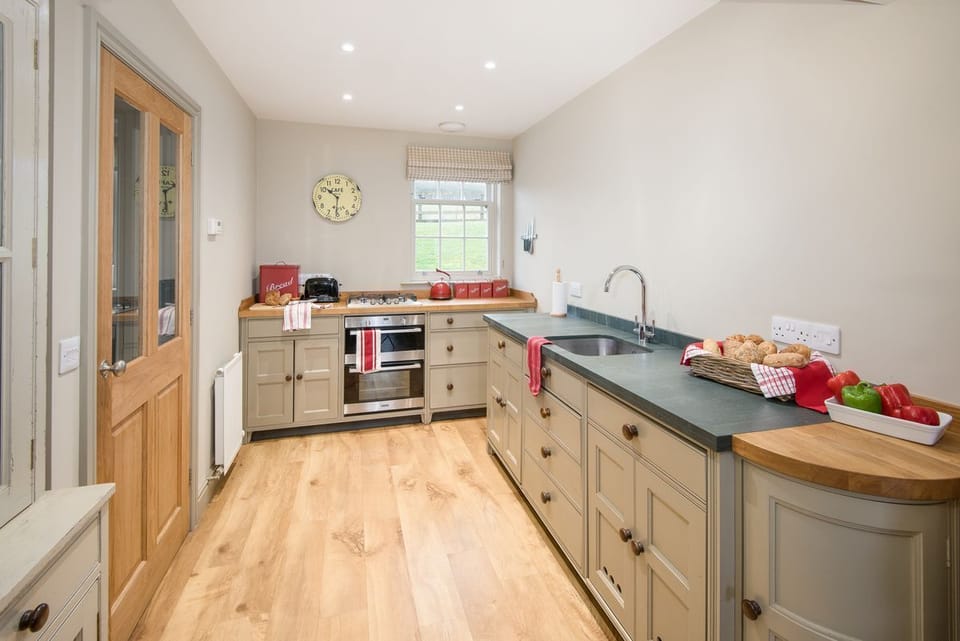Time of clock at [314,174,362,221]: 10:31
